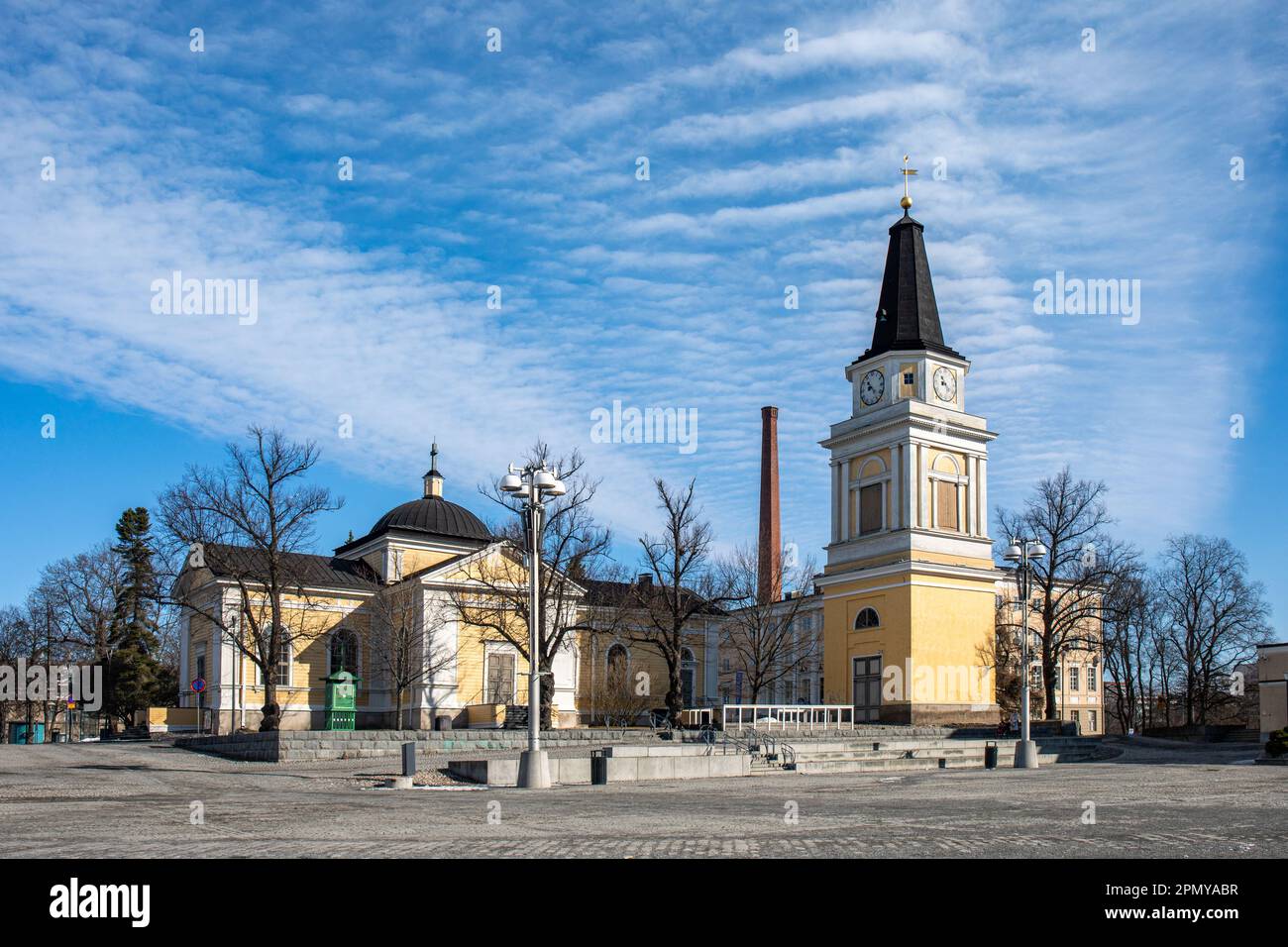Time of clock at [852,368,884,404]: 8:23
